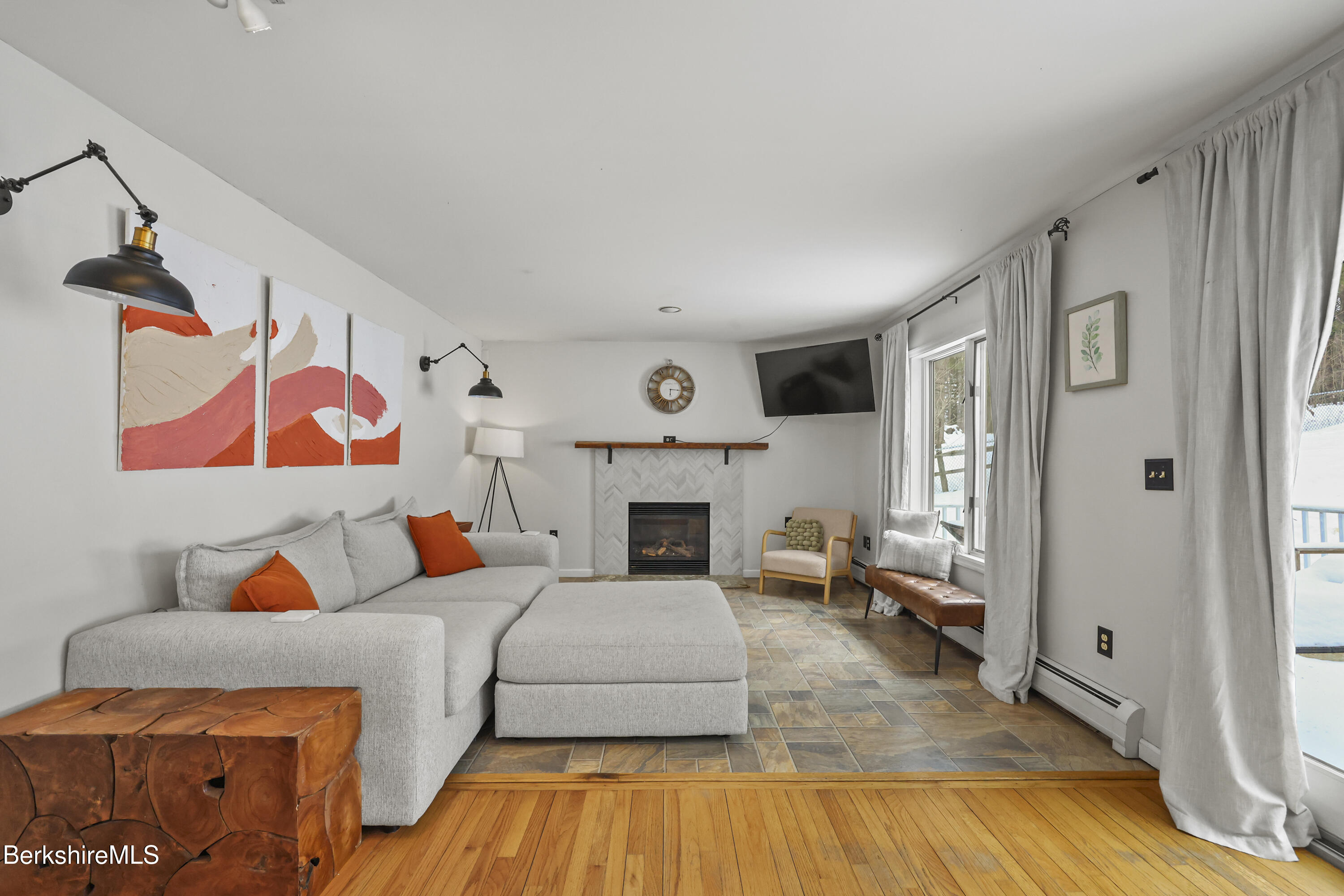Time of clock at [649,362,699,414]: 6:15
